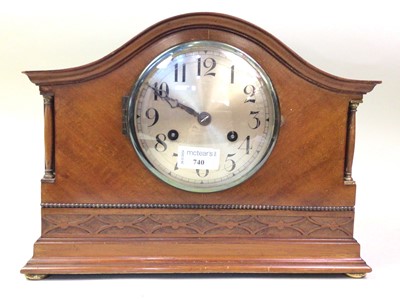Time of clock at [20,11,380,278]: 9:50
